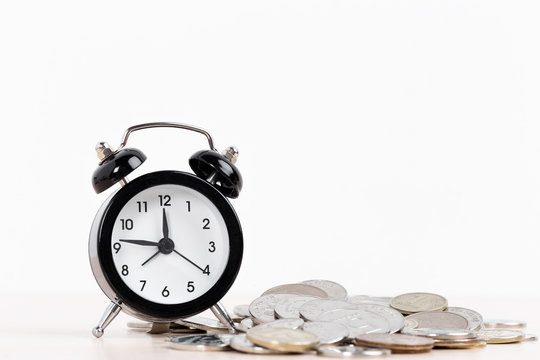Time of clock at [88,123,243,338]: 11:46
